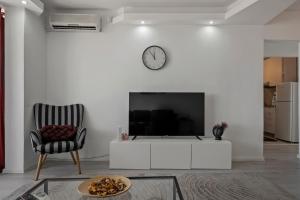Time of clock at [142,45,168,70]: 11:53
